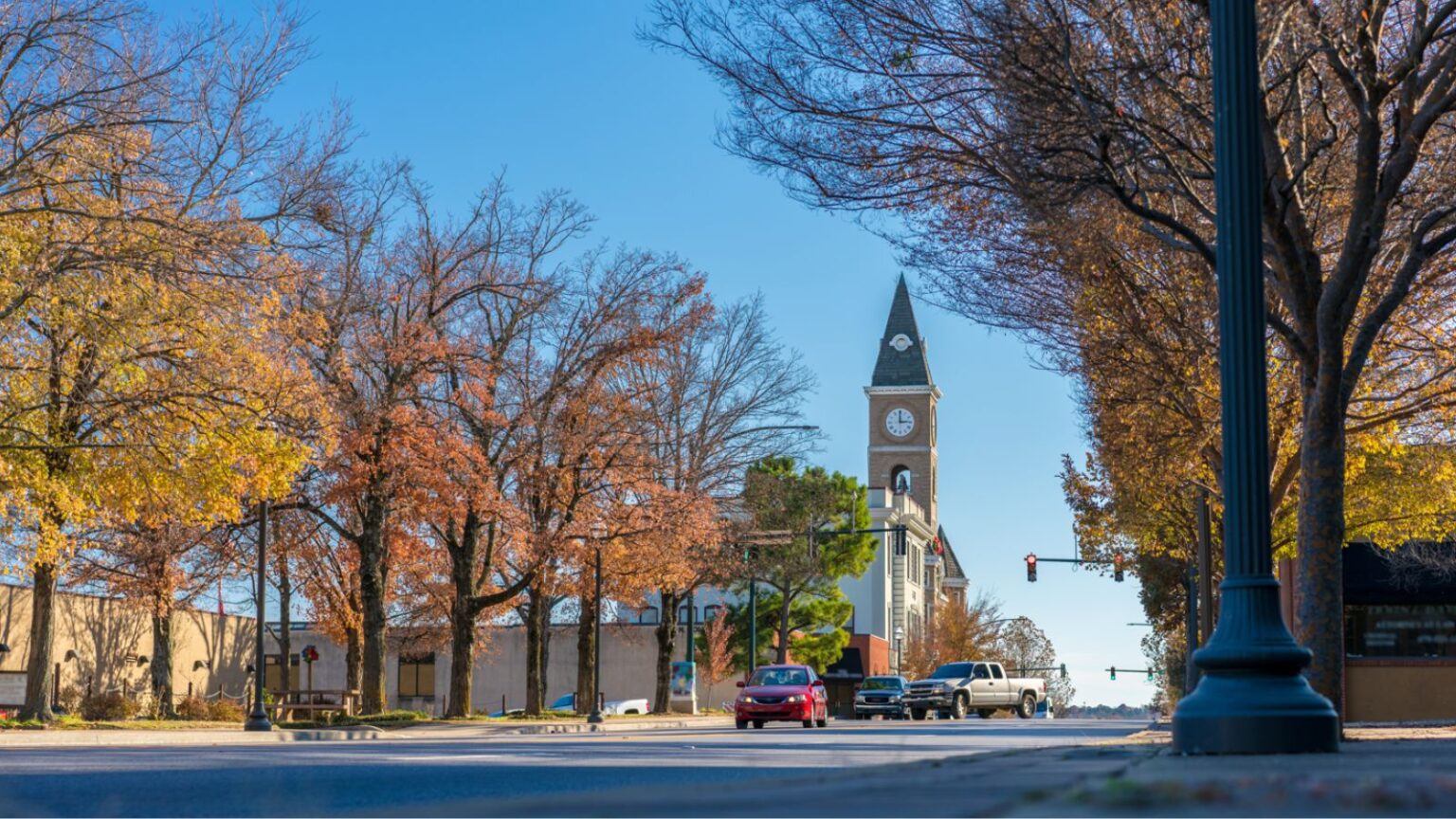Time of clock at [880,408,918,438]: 2:59
